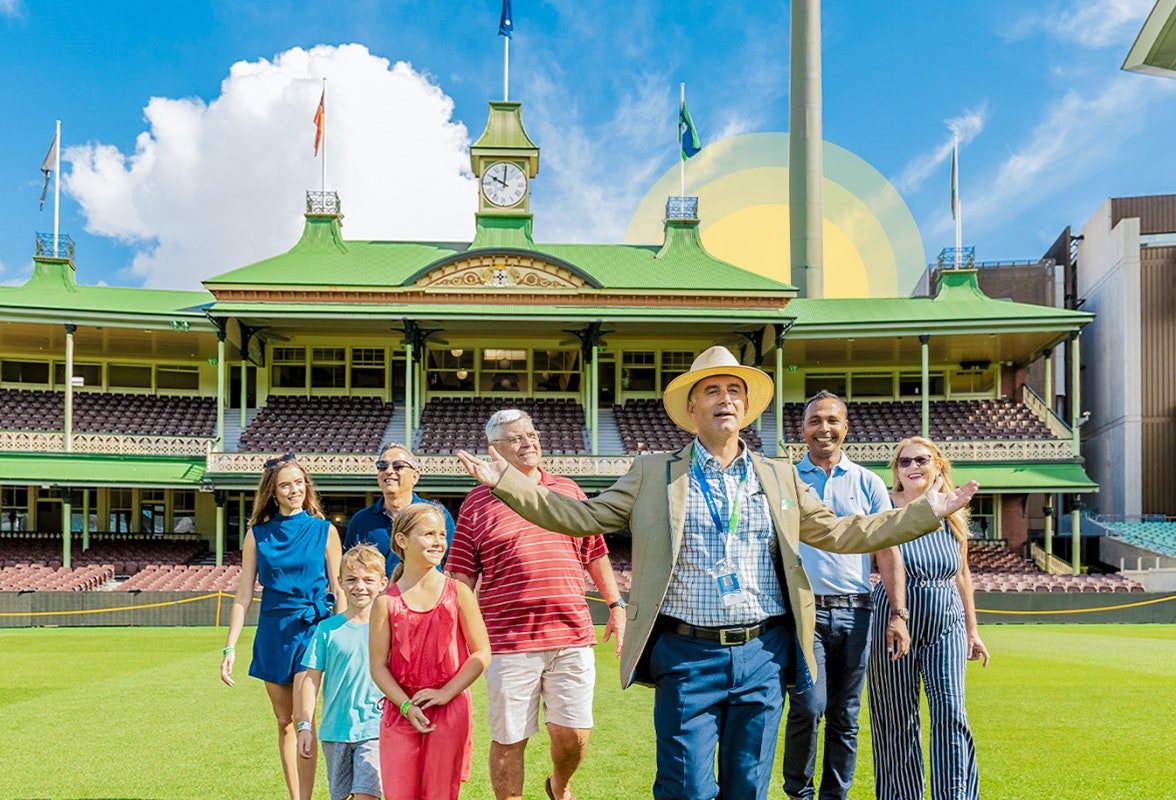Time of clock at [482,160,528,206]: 10:00
